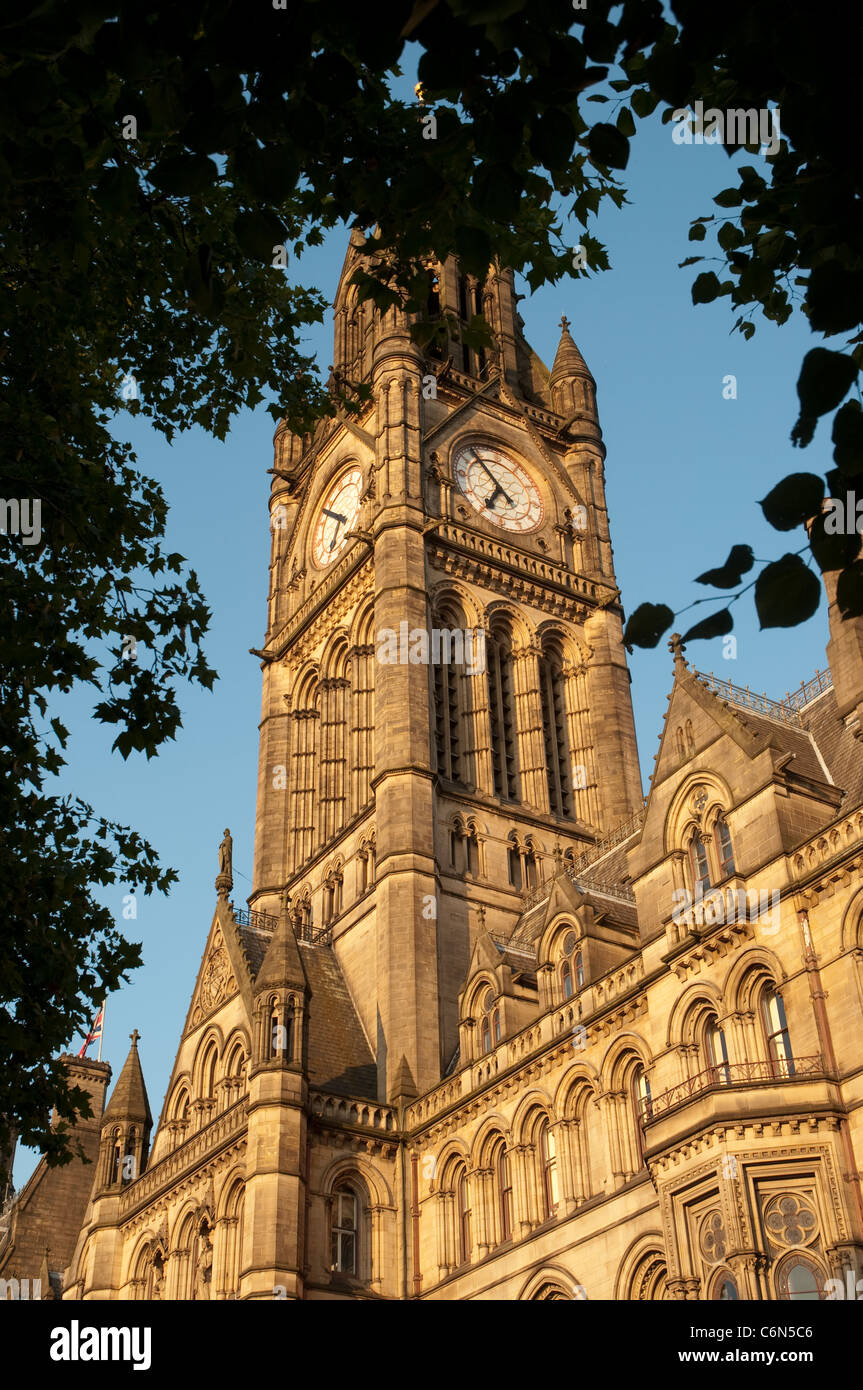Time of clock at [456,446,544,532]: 6:54
